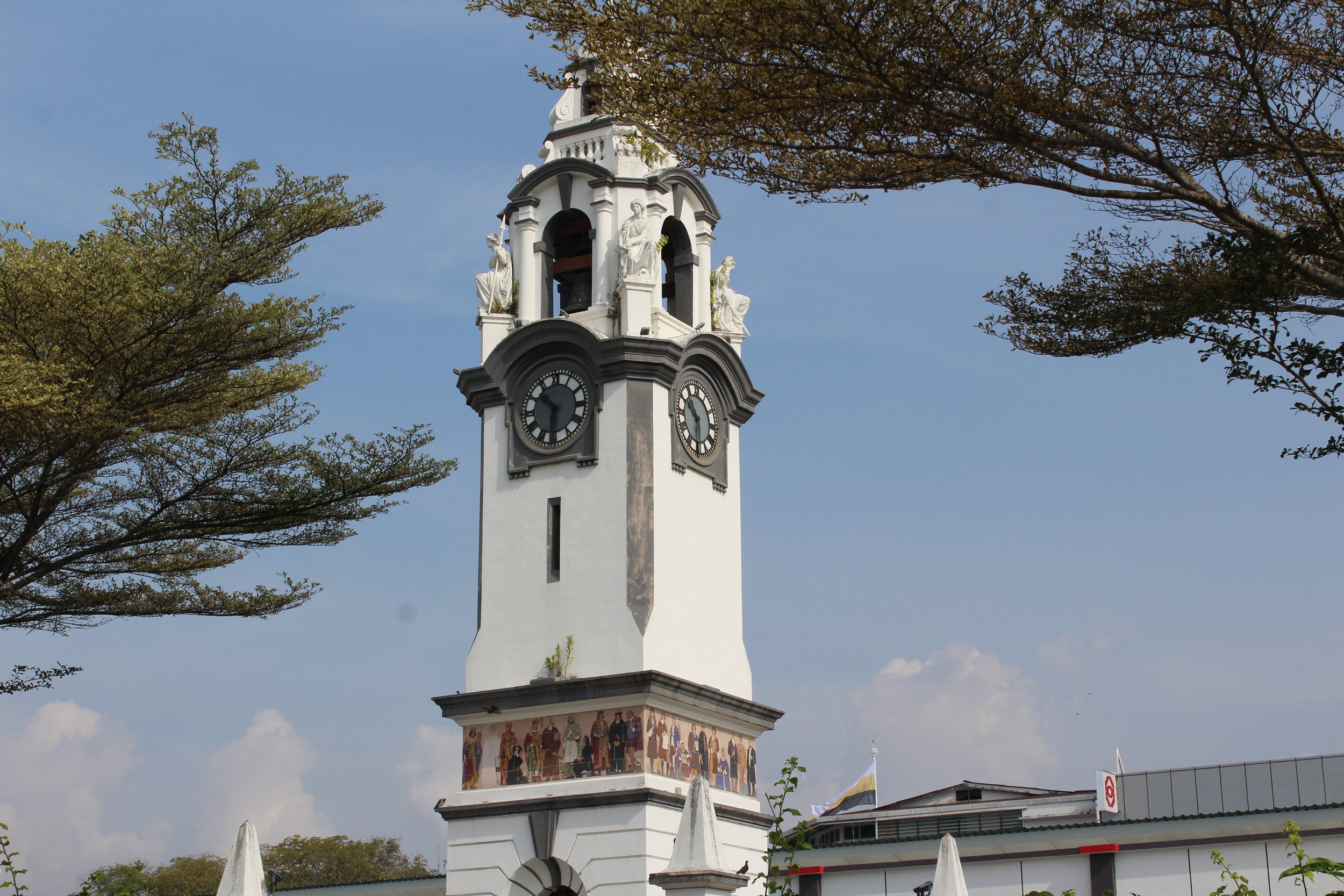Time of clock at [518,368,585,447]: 10:31
